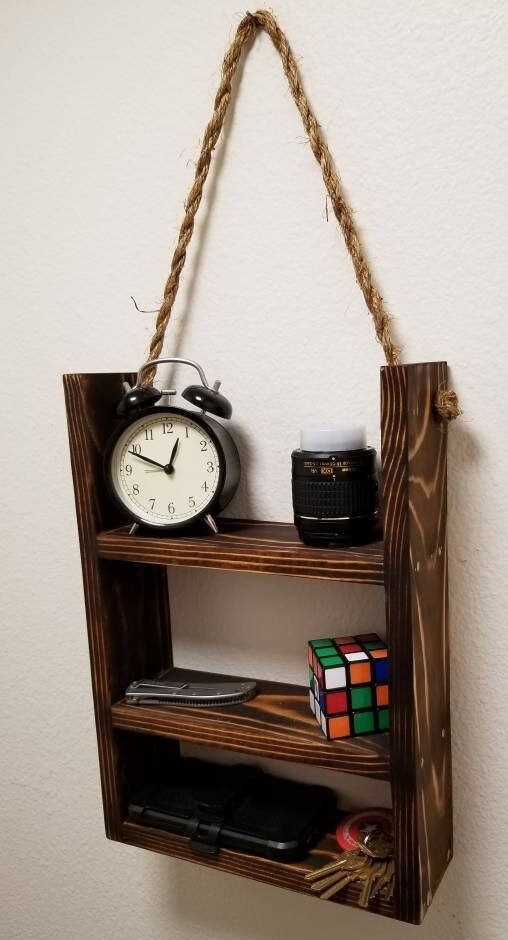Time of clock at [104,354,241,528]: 12:49
